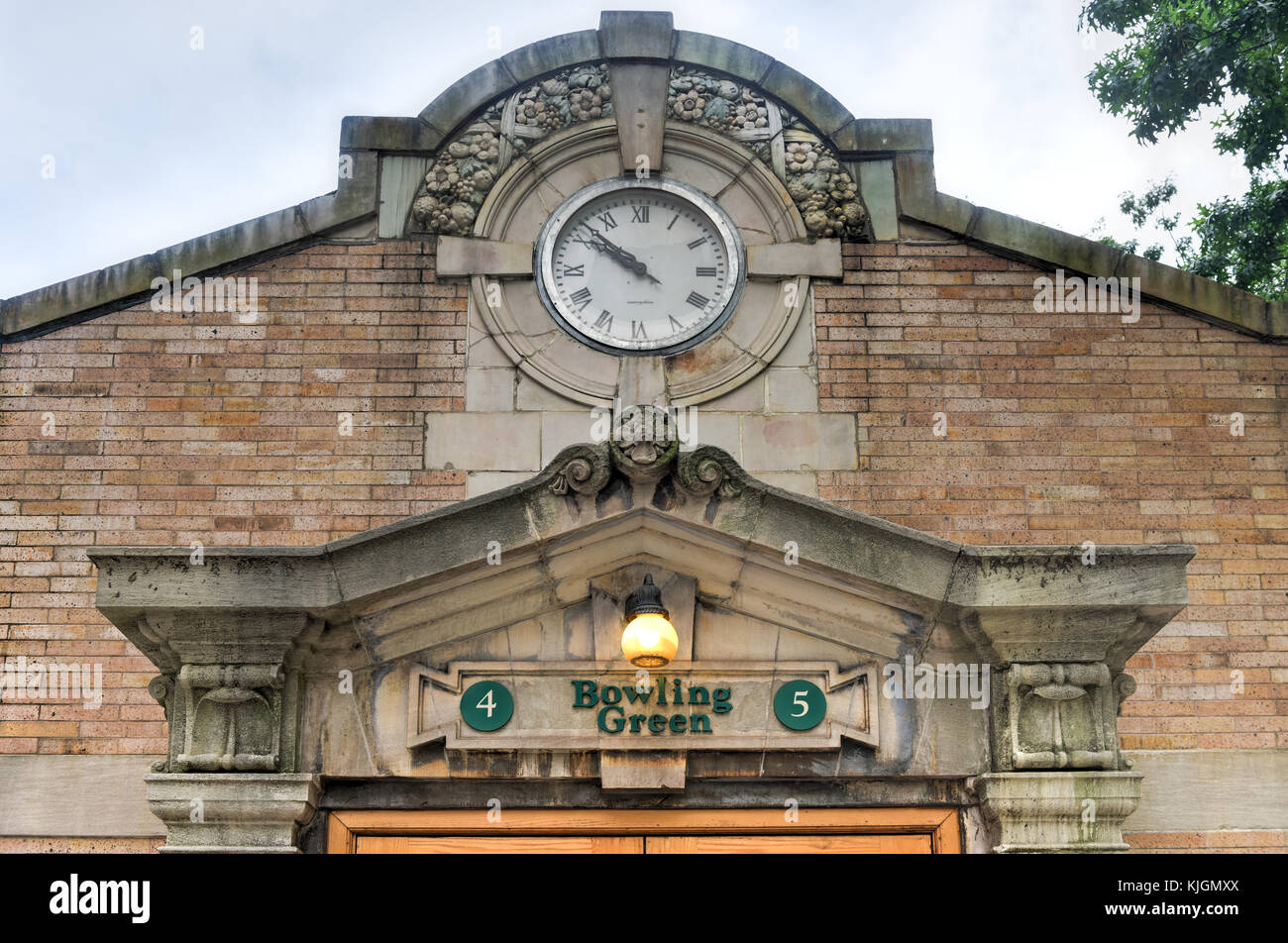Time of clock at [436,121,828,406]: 9:50
